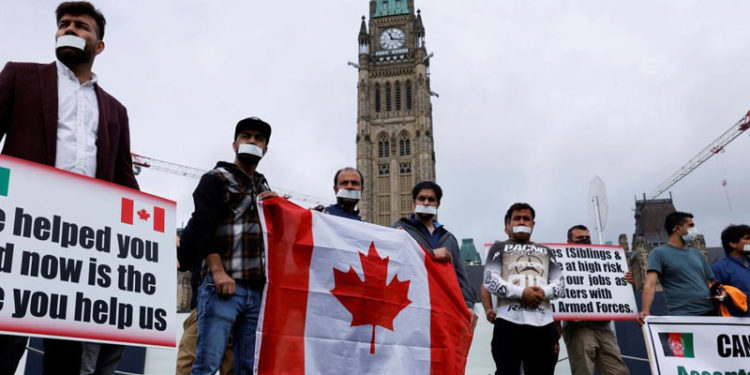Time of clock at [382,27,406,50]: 11:16
